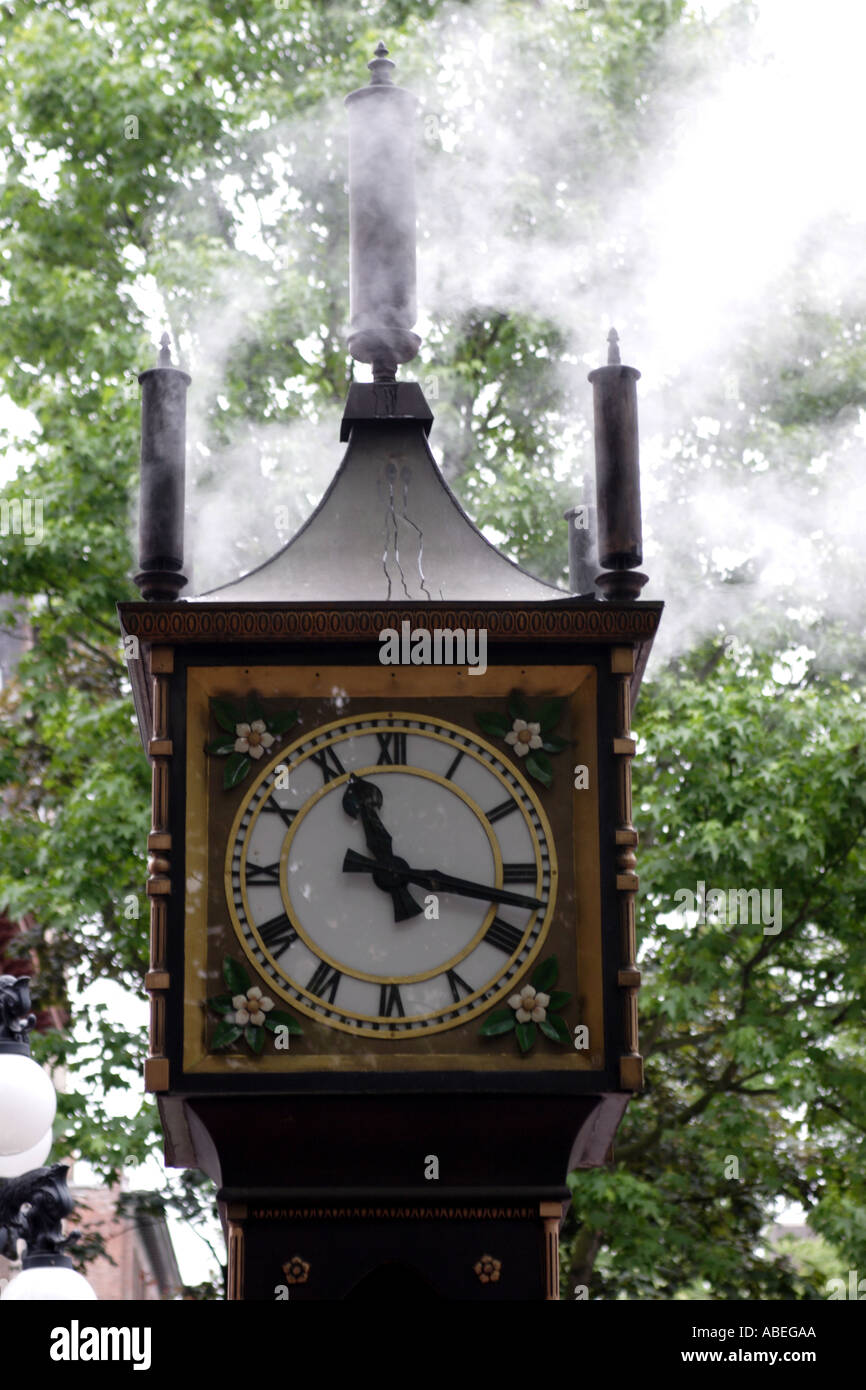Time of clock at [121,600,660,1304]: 11:17
